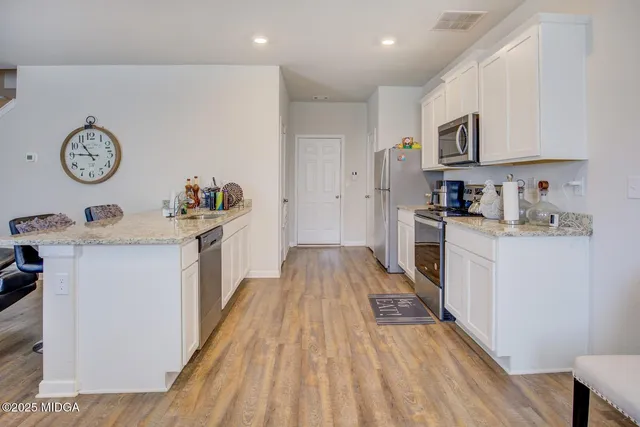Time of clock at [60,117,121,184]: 10:45
